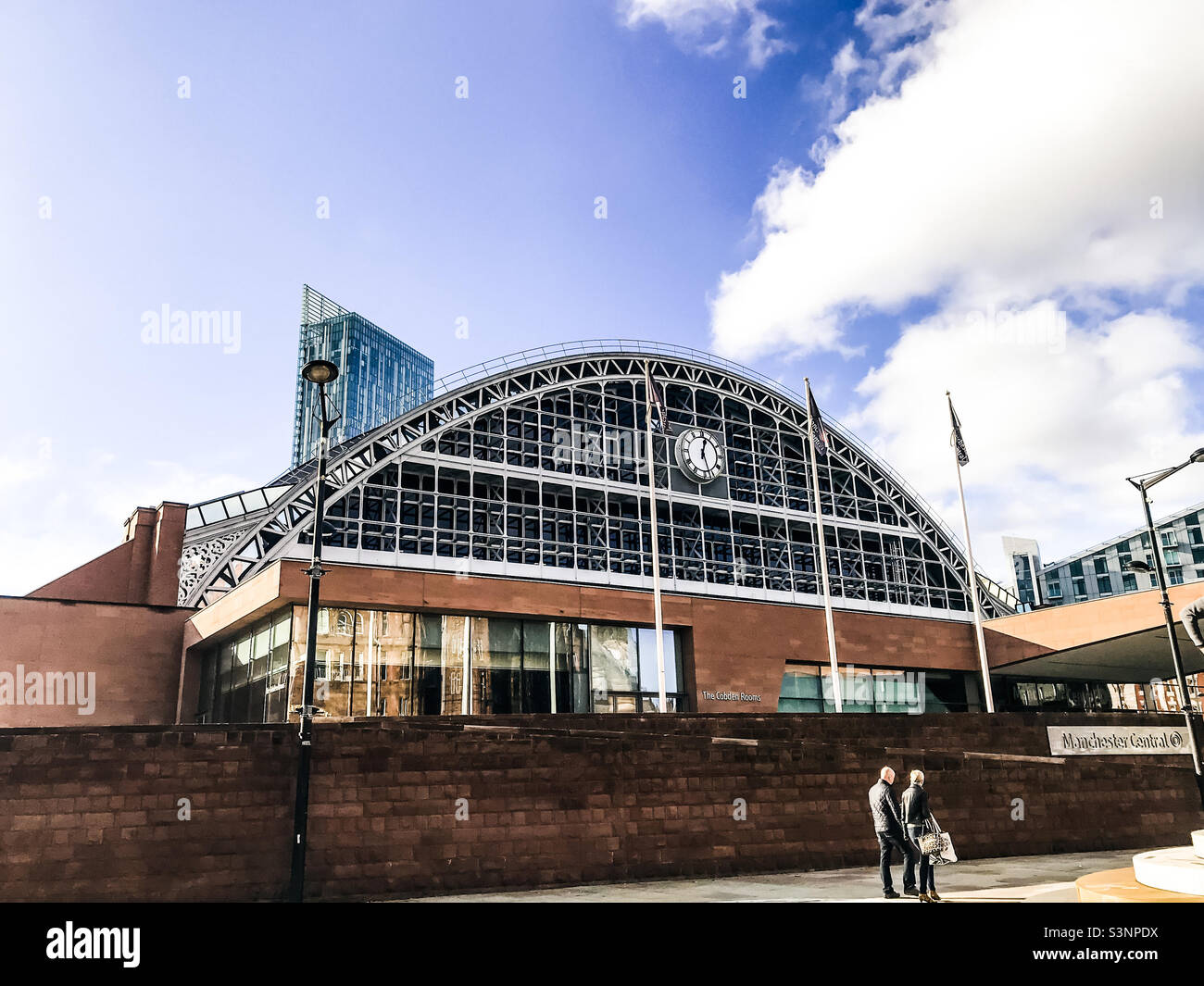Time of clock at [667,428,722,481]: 12:26
